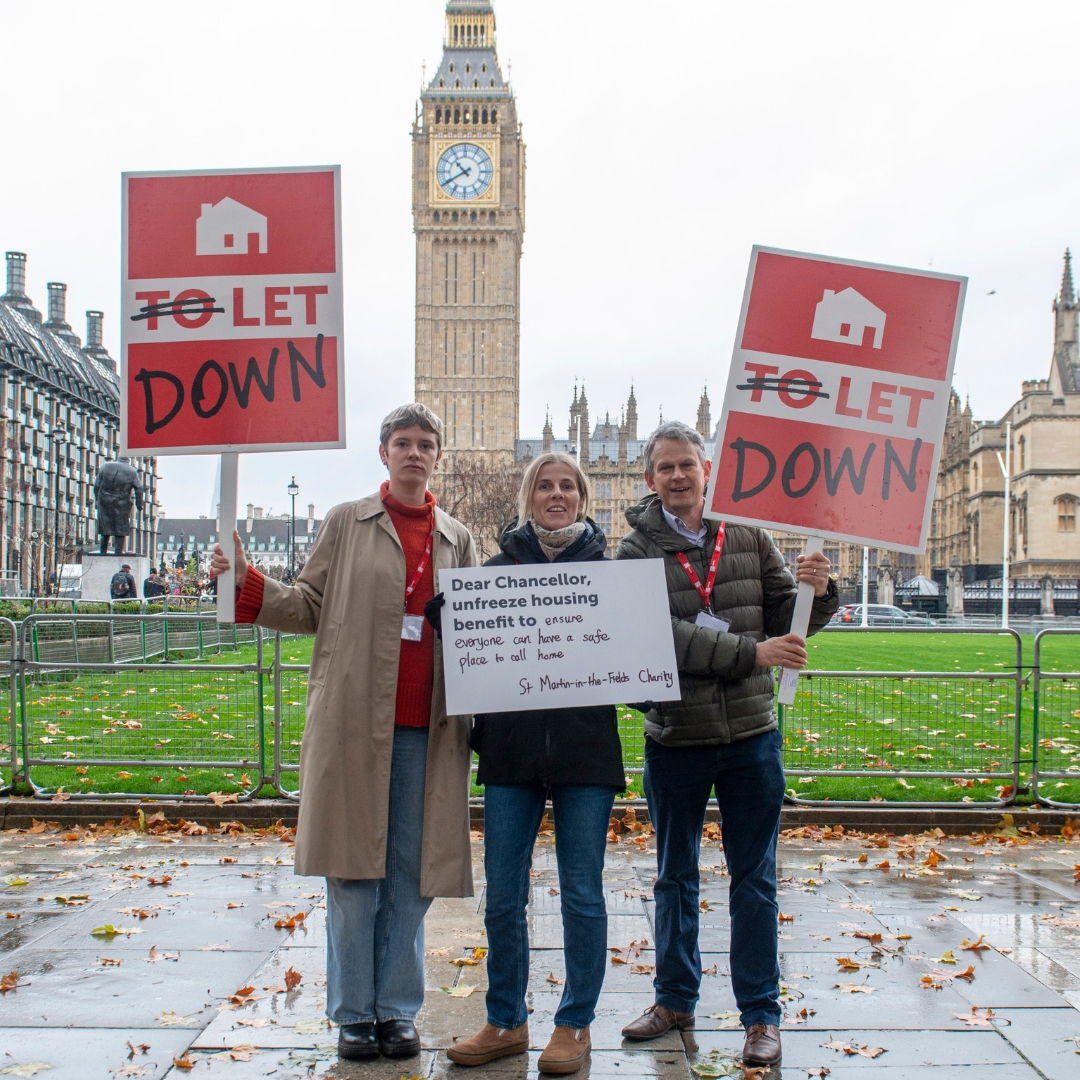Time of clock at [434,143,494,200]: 10:39
